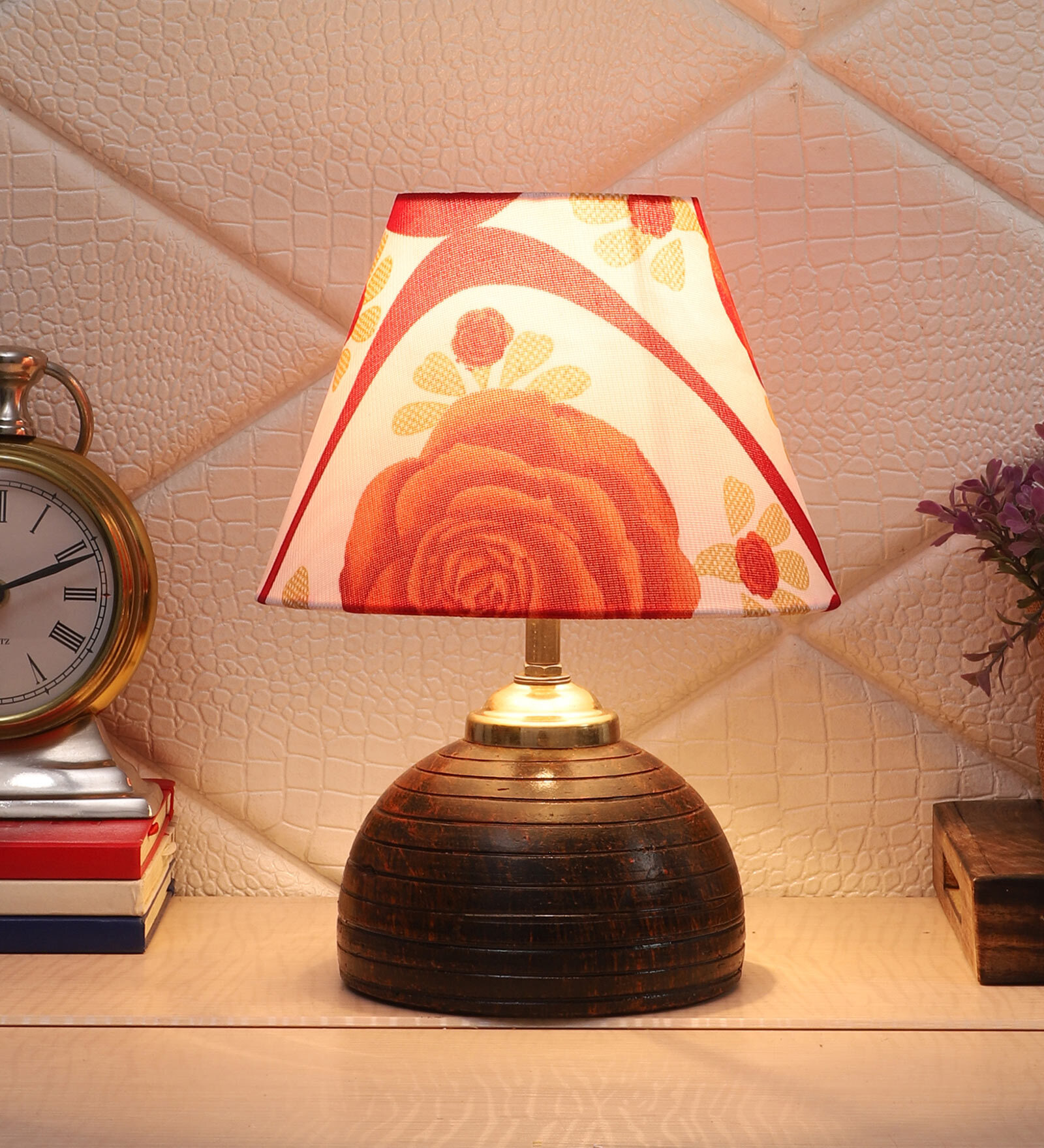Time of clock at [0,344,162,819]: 2:11
